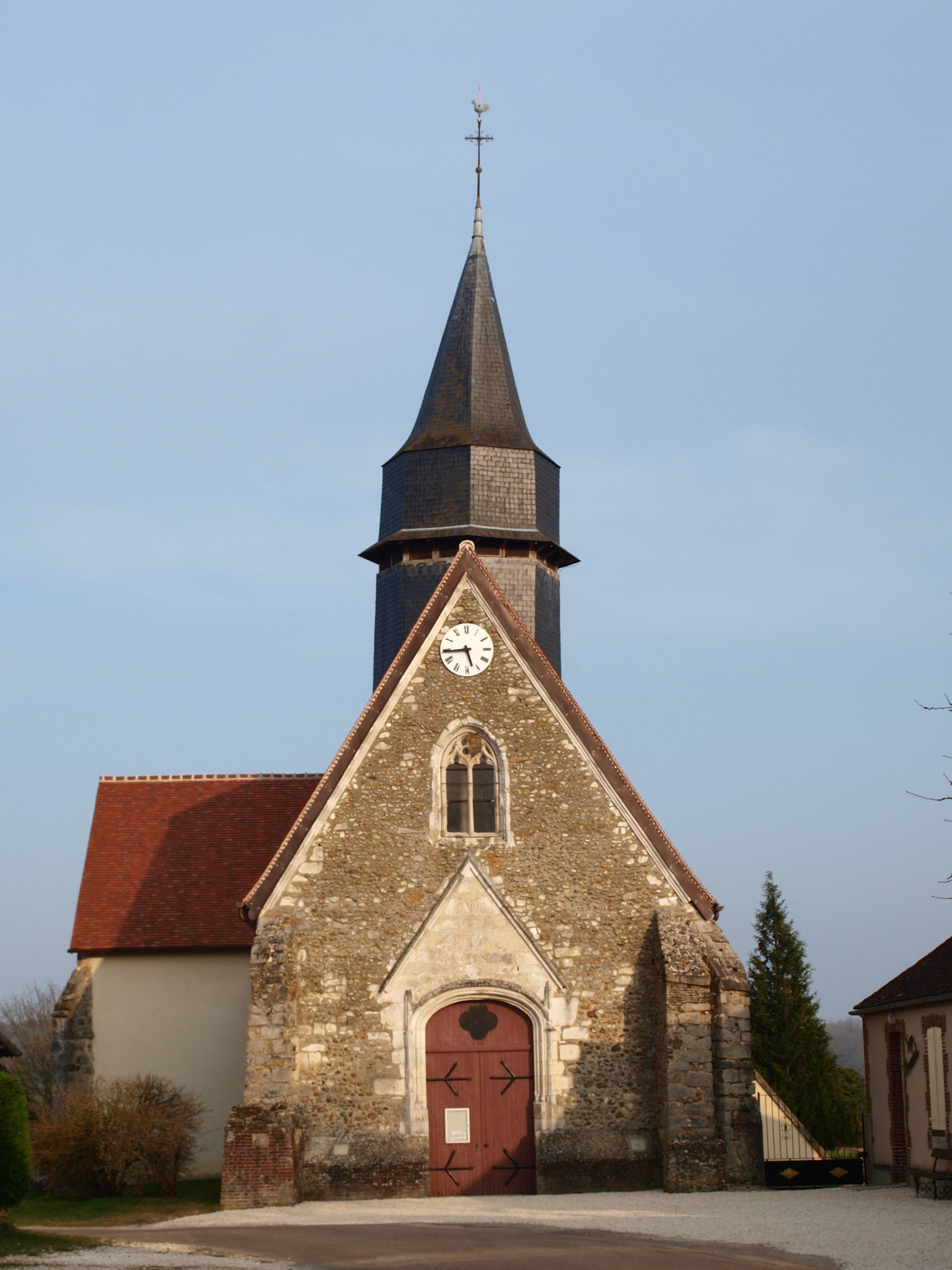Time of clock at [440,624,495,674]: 5:44
